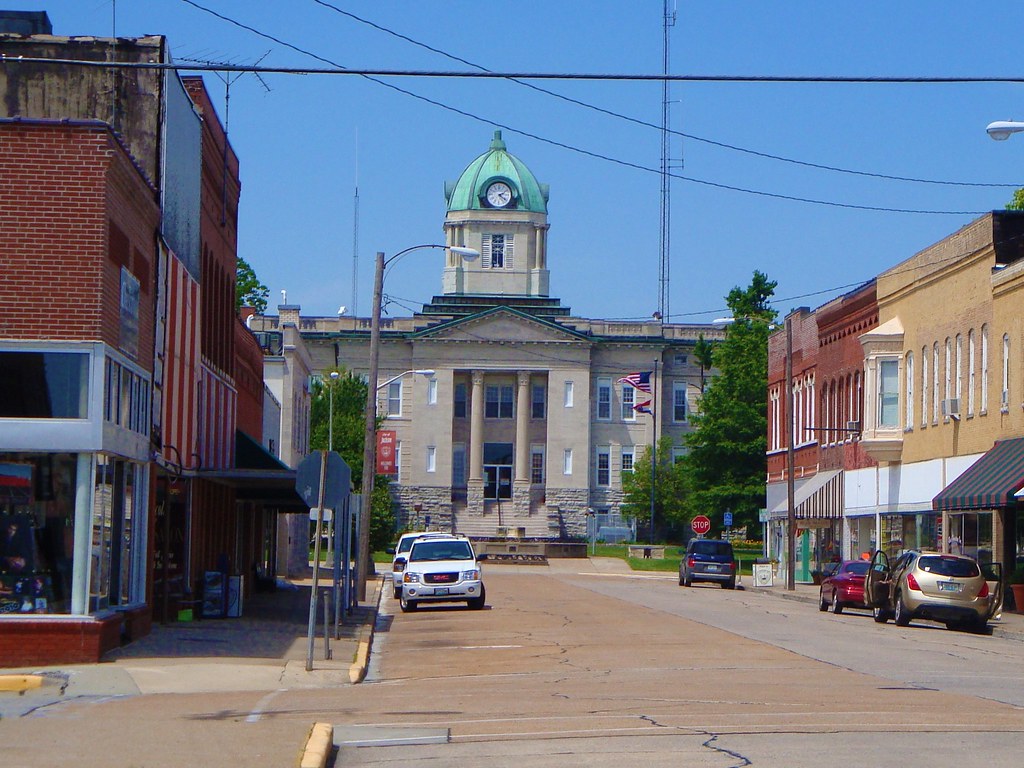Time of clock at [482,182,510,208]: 2:21
